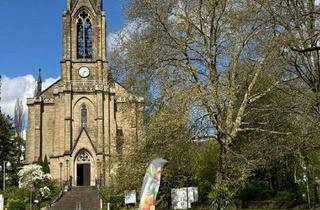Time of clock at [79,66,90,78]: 2:32
